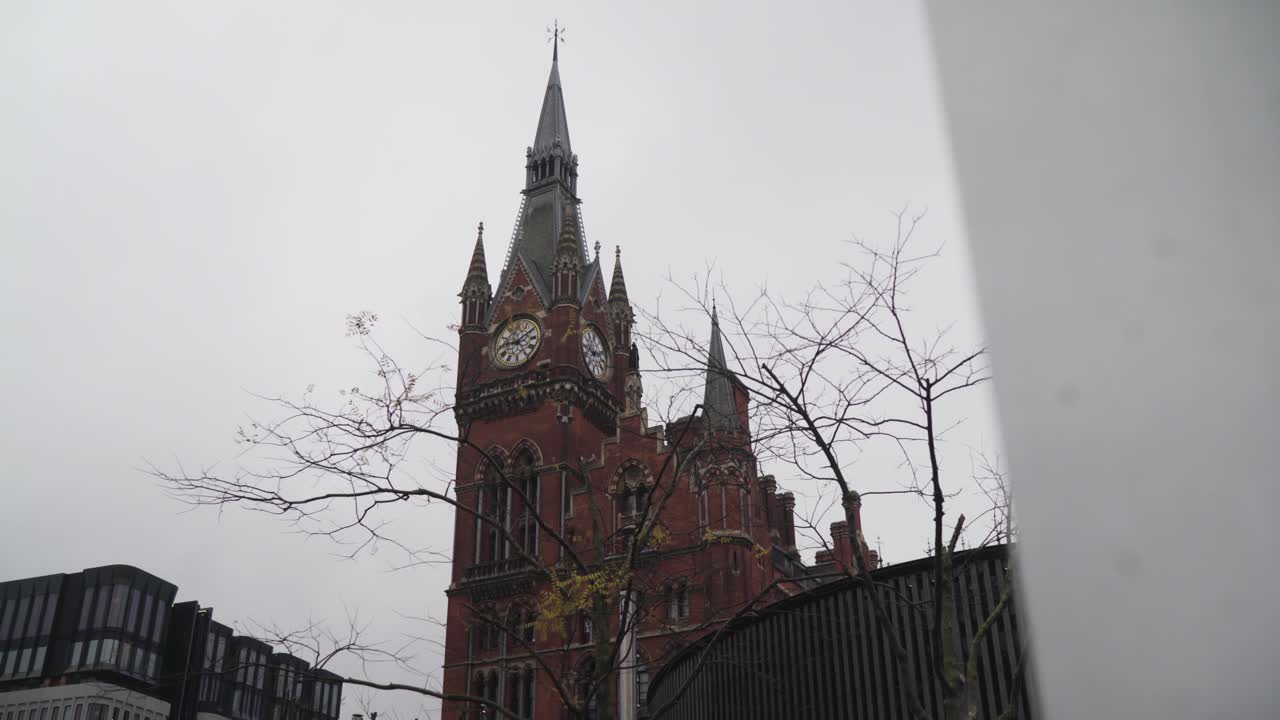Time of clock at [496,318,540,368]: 9:09
